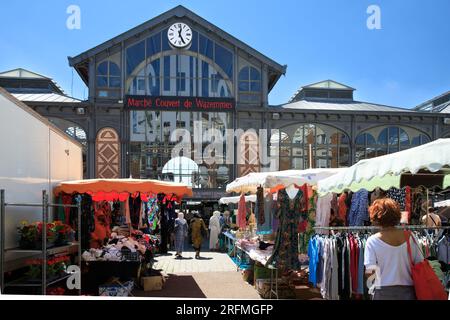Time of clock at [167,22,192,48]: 12:25
